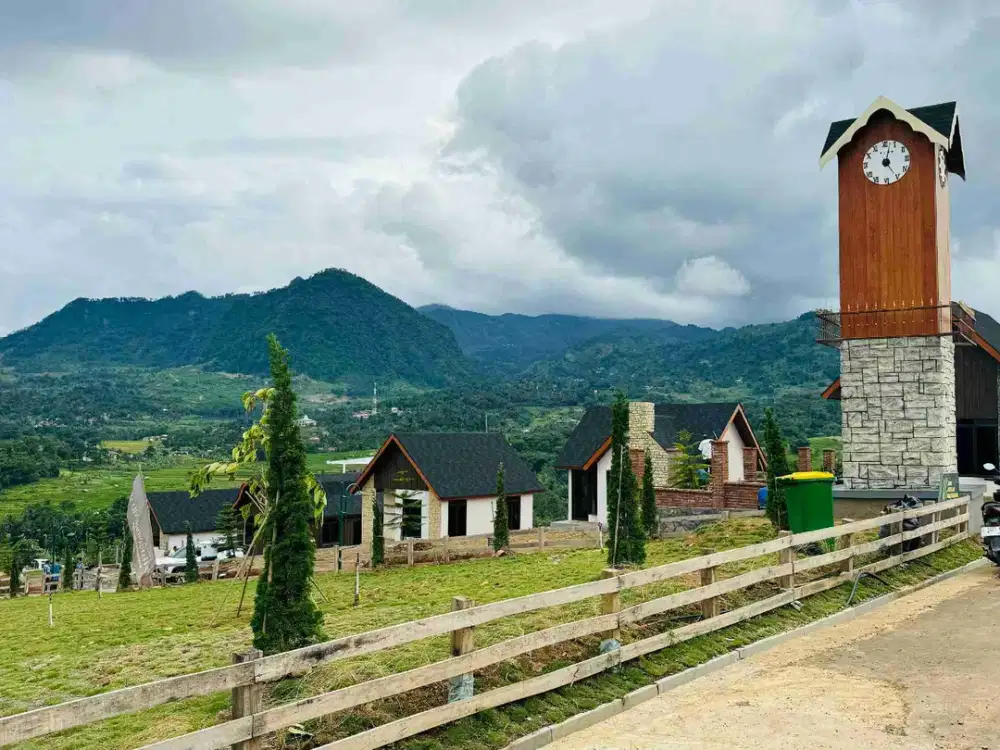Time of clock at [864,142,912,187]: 5:02
